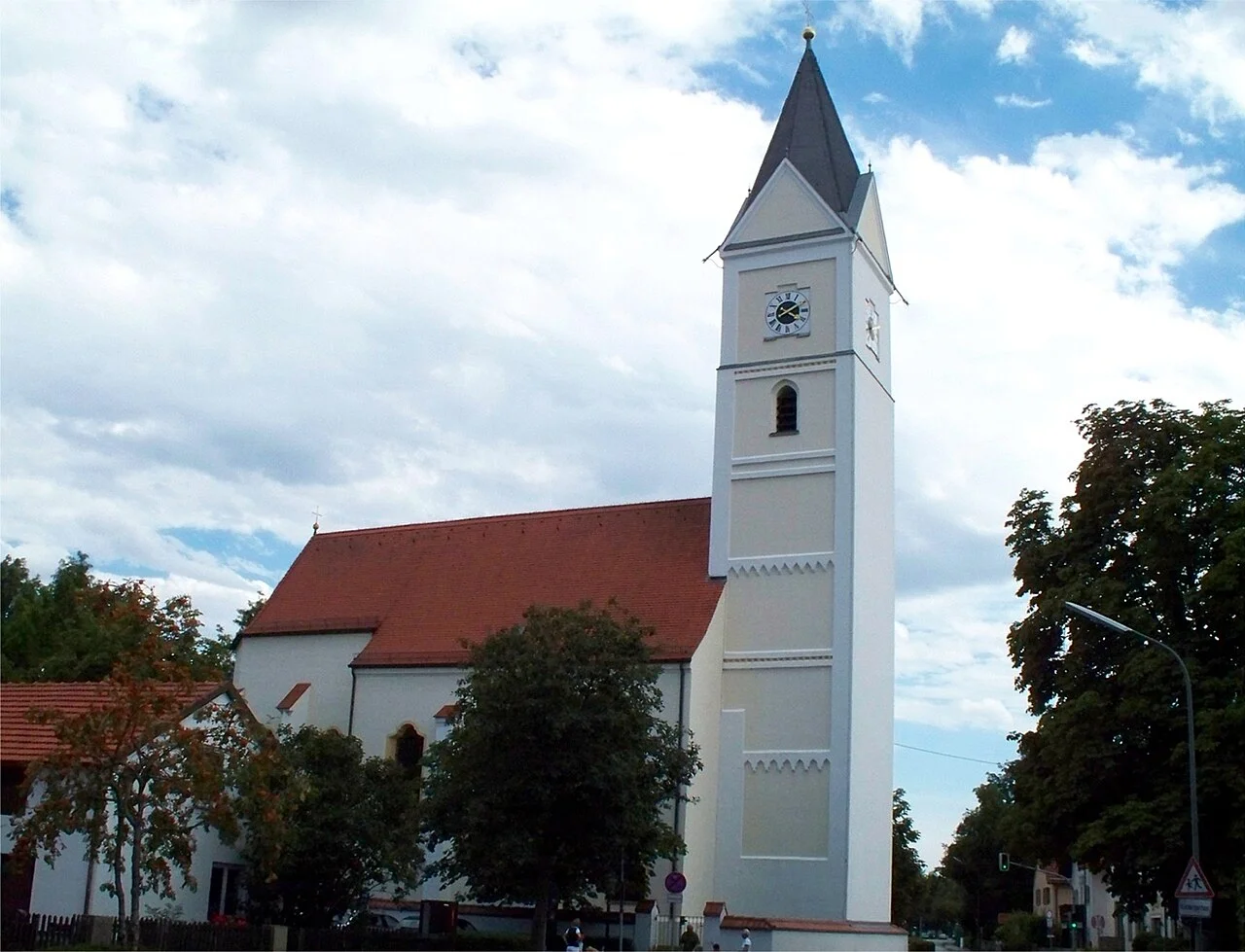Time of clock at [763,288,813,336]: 4:10
